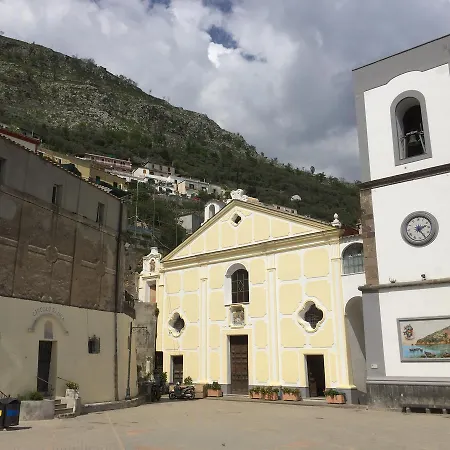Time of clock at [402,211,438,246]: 2:24
